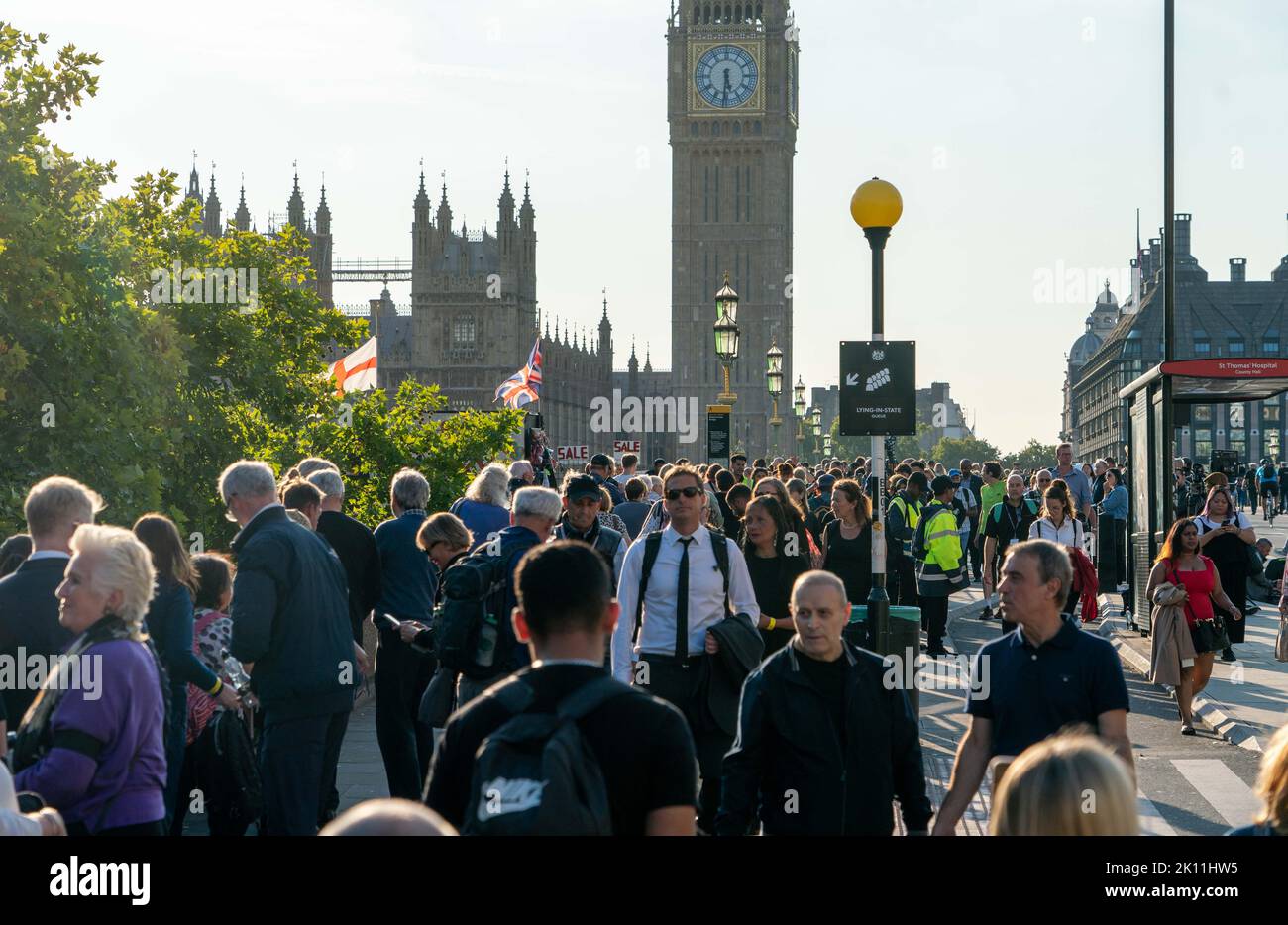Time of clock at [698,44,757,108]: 5:31
